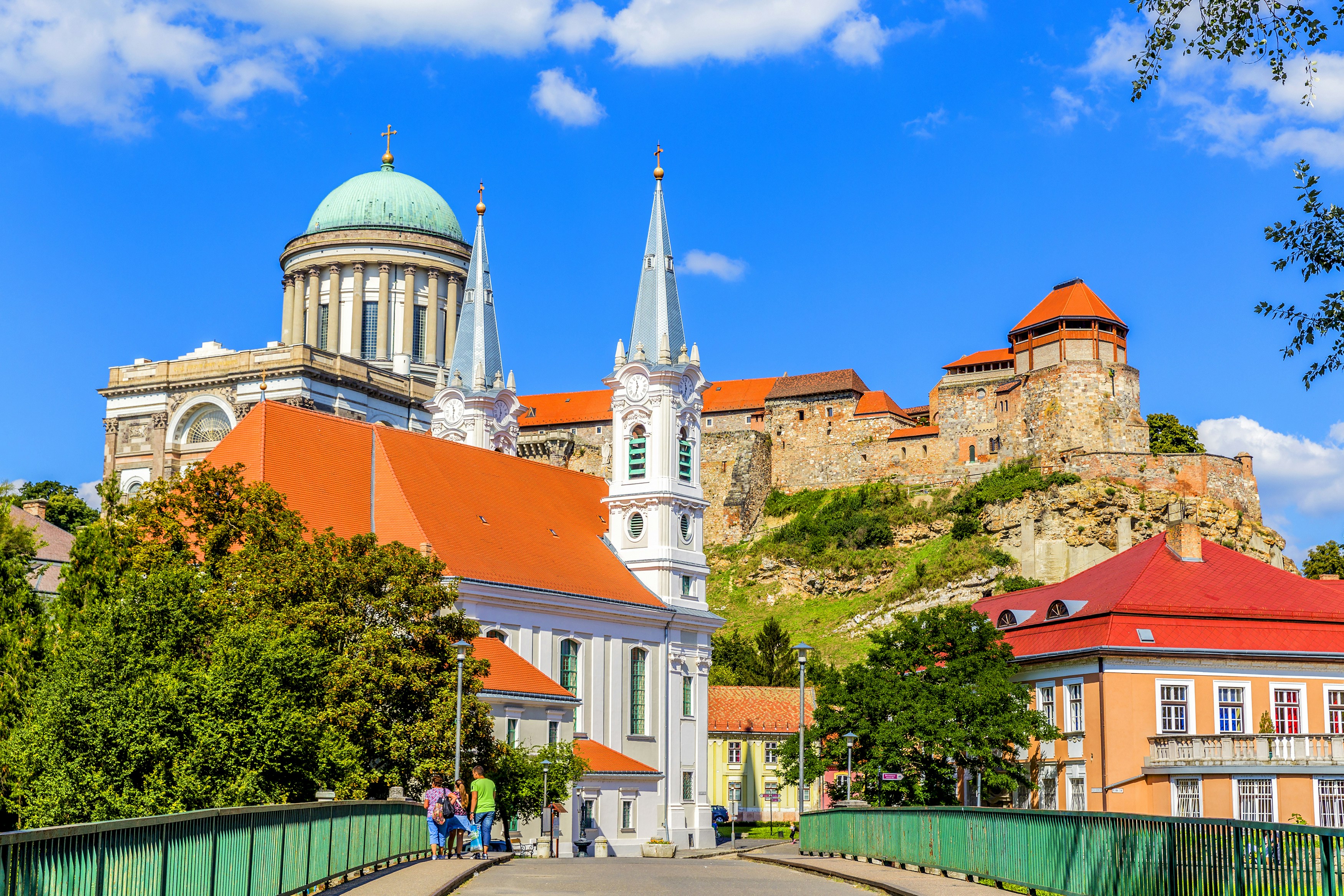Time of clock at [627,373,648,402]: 11:32
